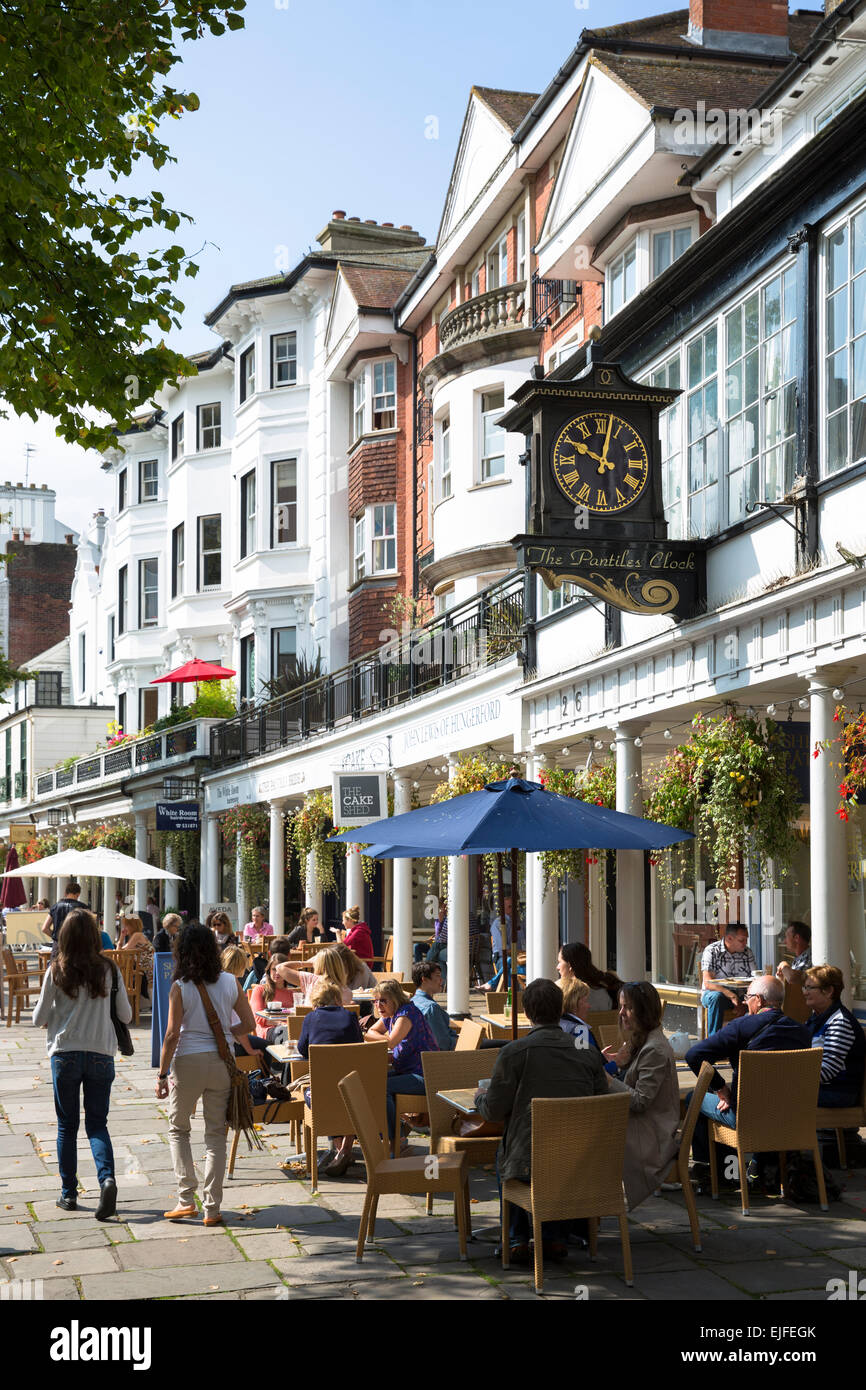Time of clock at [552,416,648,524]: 10:02
